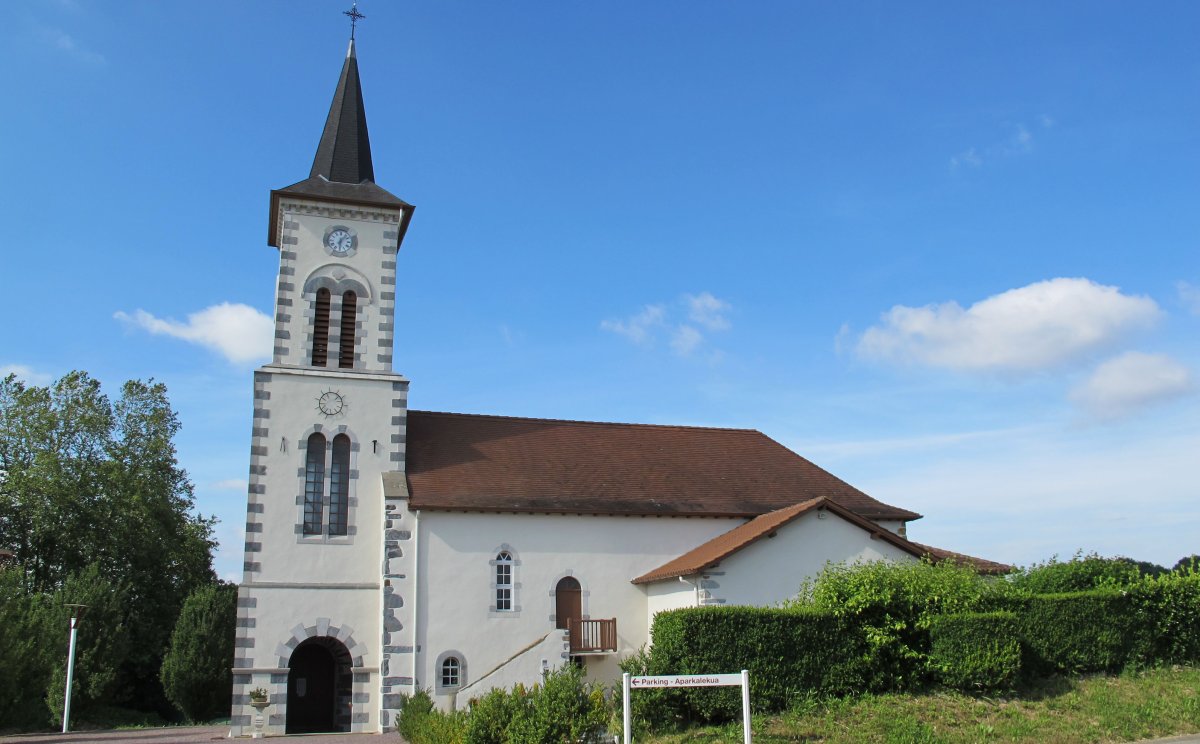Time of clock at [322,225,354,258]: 6:06
